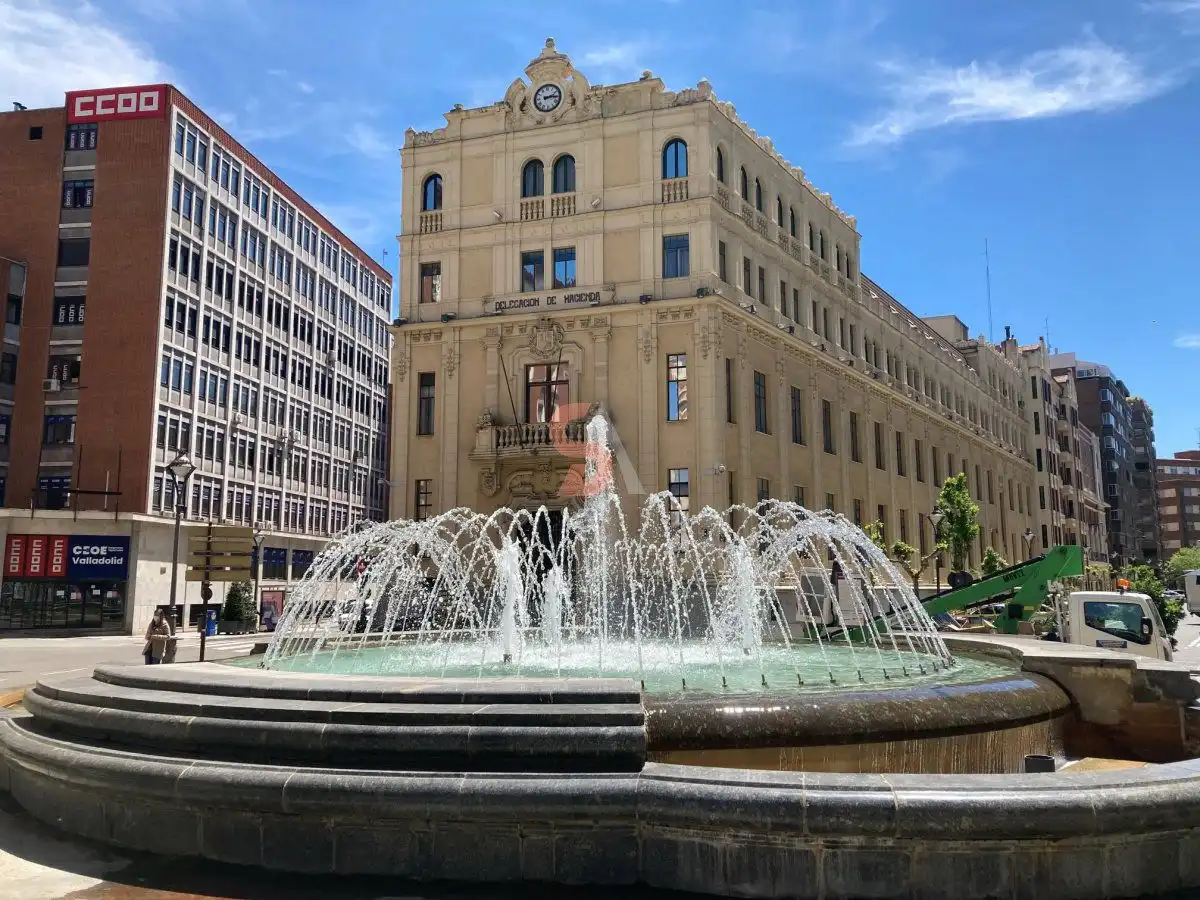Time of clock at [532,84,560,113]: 2:14
